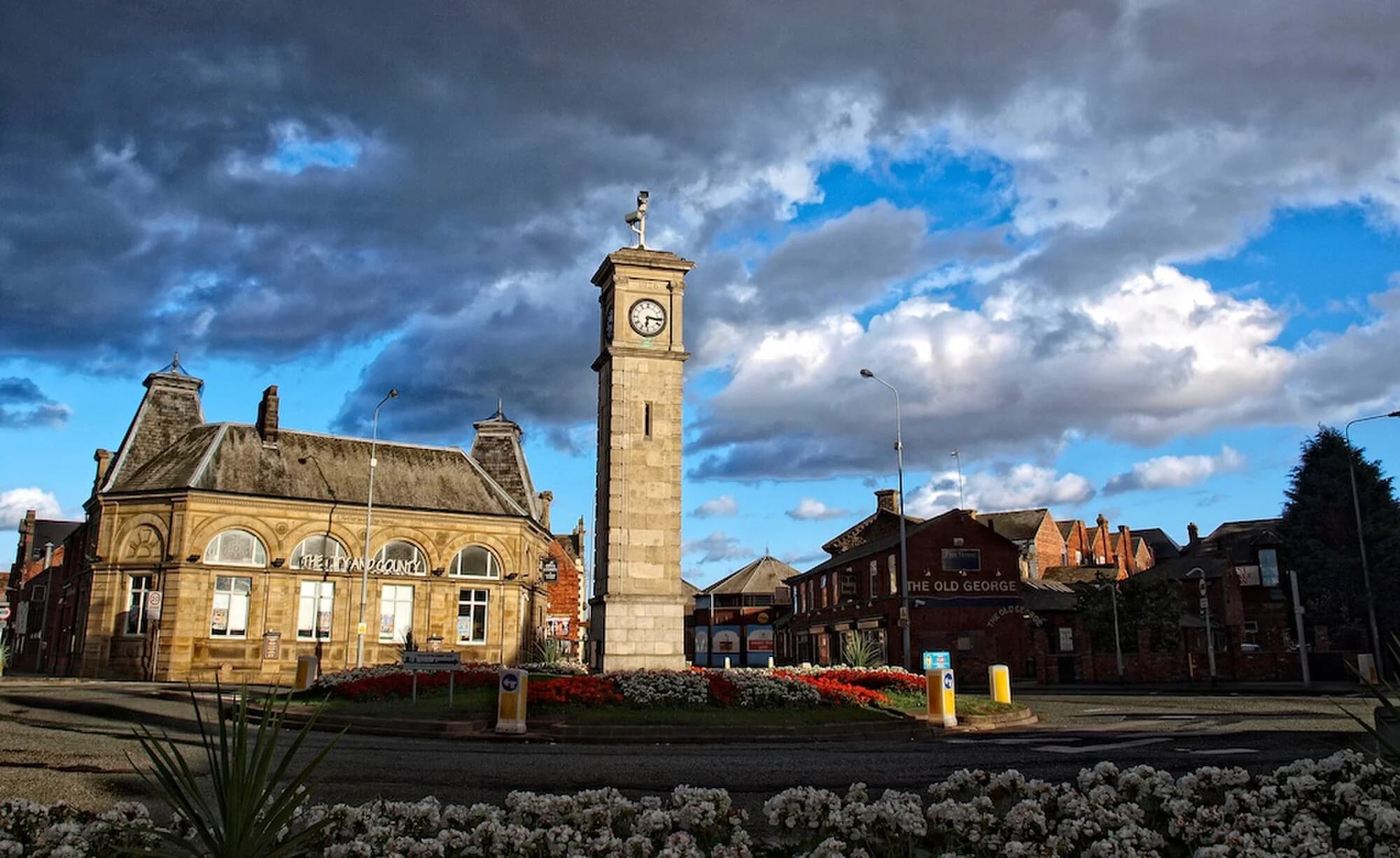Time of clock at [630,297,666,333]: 6:16
